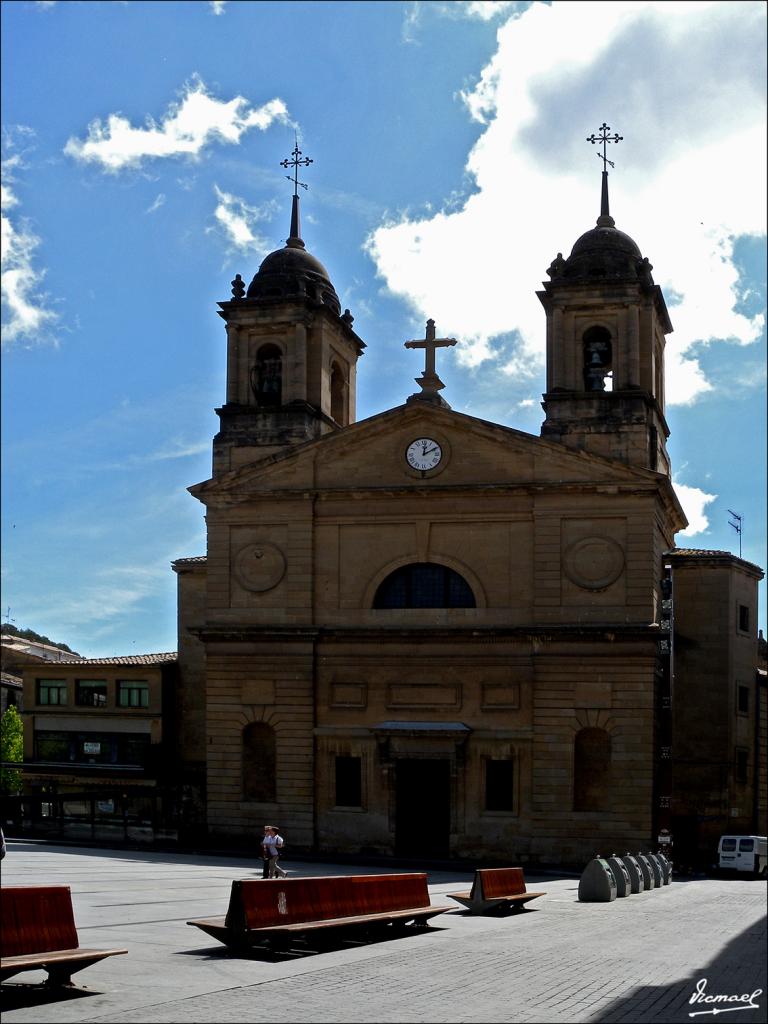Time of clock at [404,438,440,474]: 12:10
